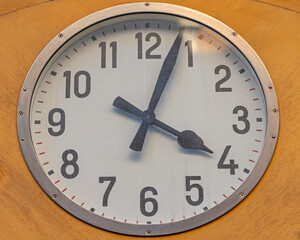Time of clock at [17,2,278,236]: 4:03
